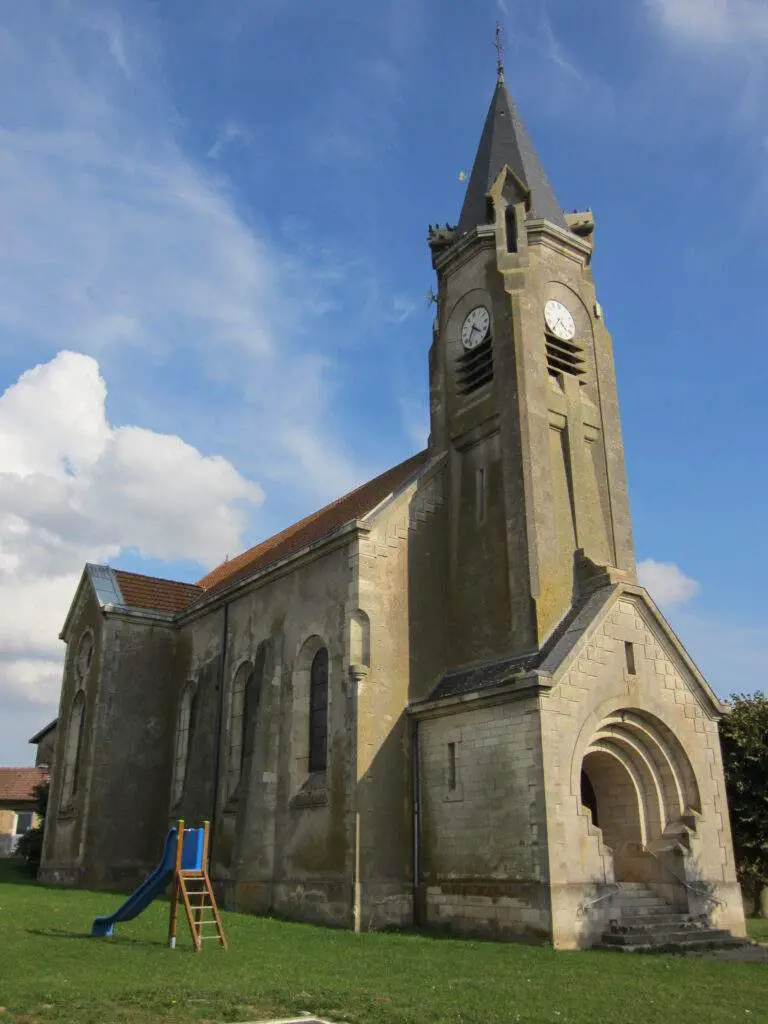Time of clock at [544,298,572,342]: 4:35
